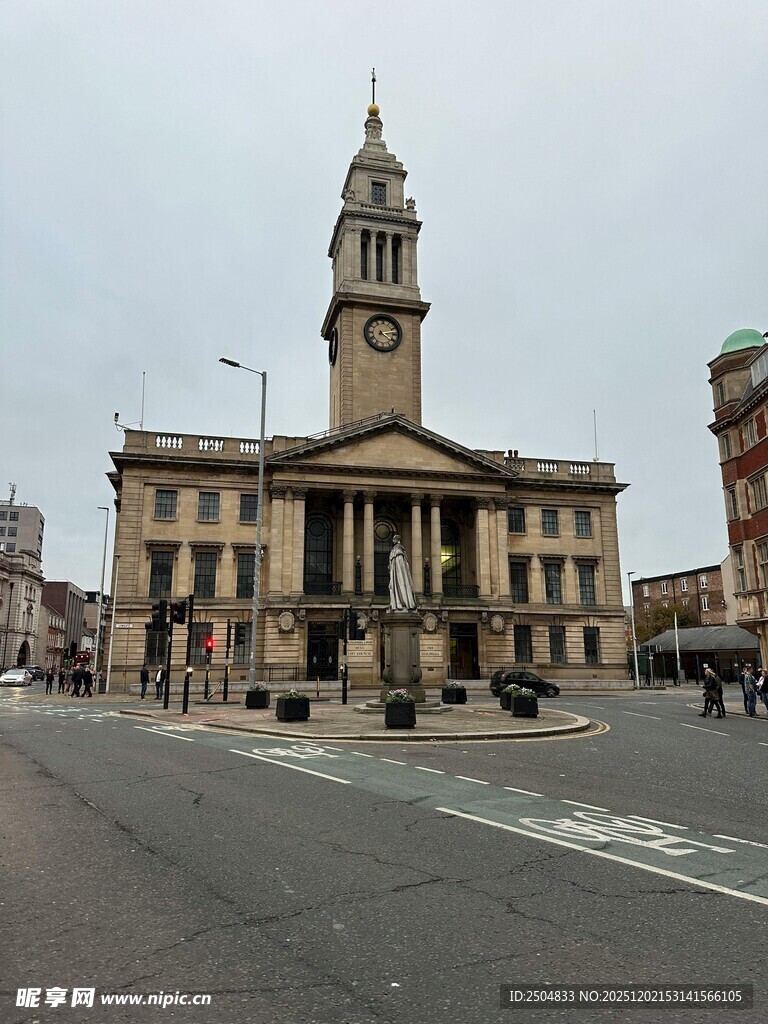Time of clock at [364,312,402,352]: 4:13
